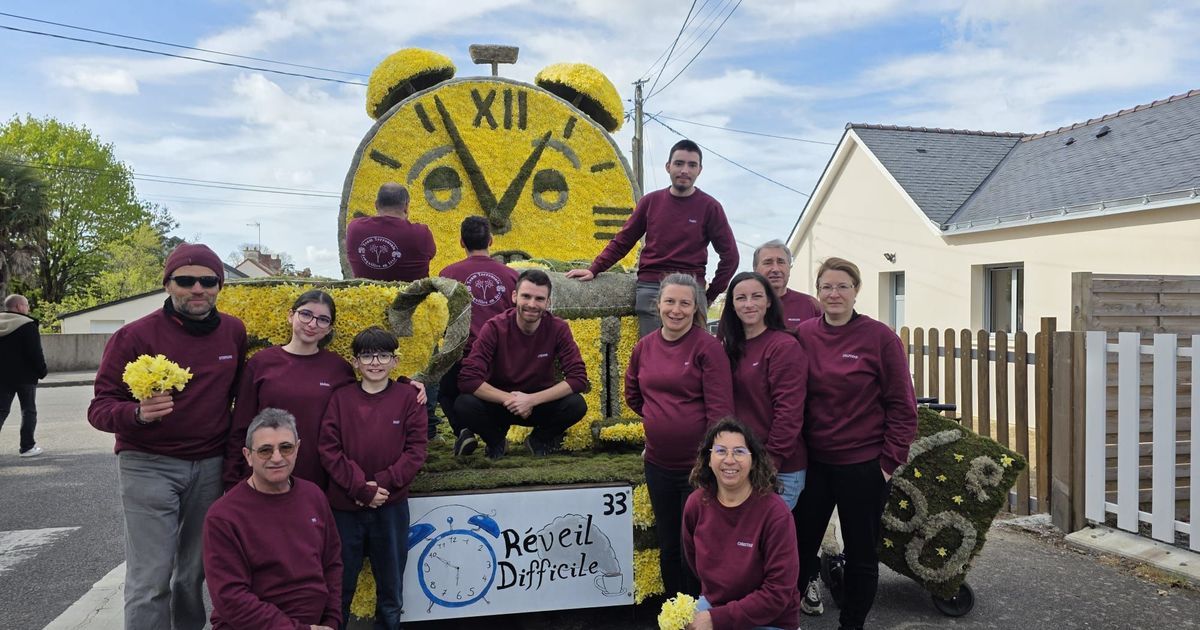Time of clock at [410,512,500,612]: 5:50
